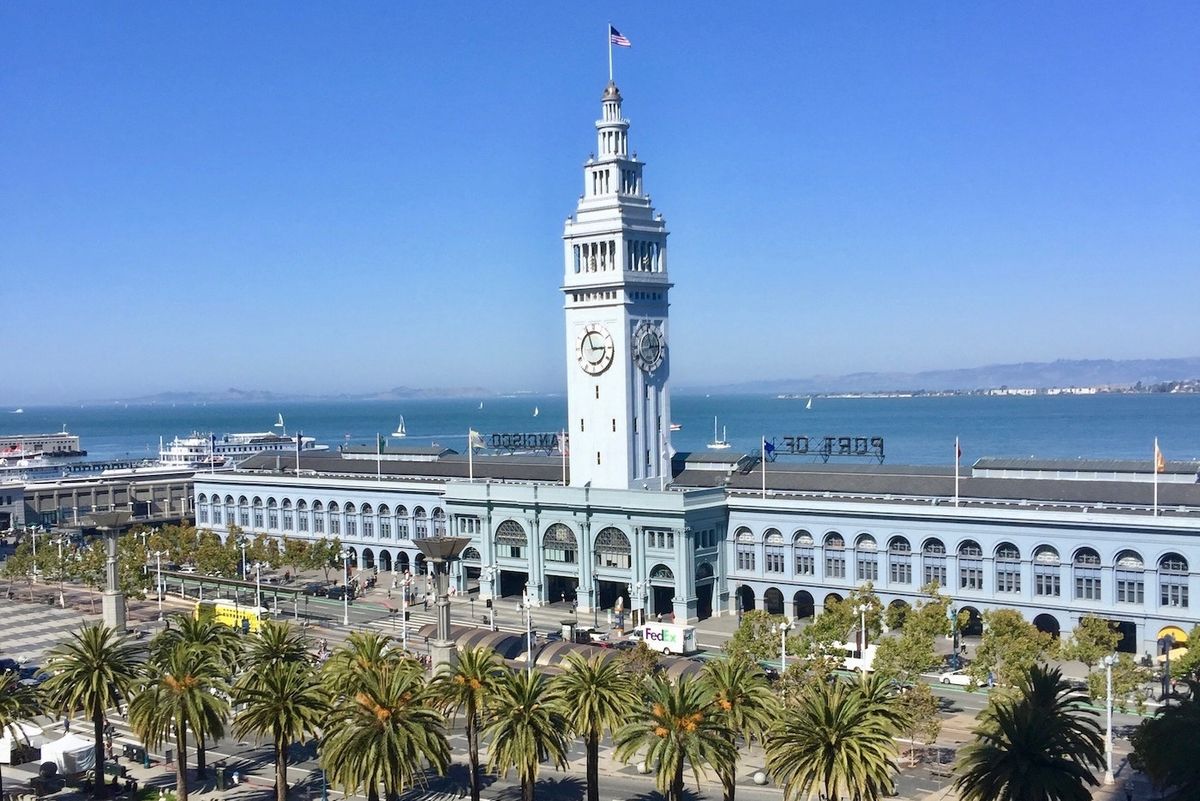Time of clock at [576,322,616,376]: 2:56
